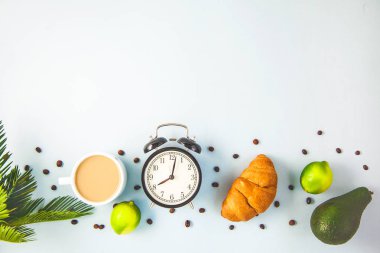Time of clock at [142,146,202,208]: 8:02
